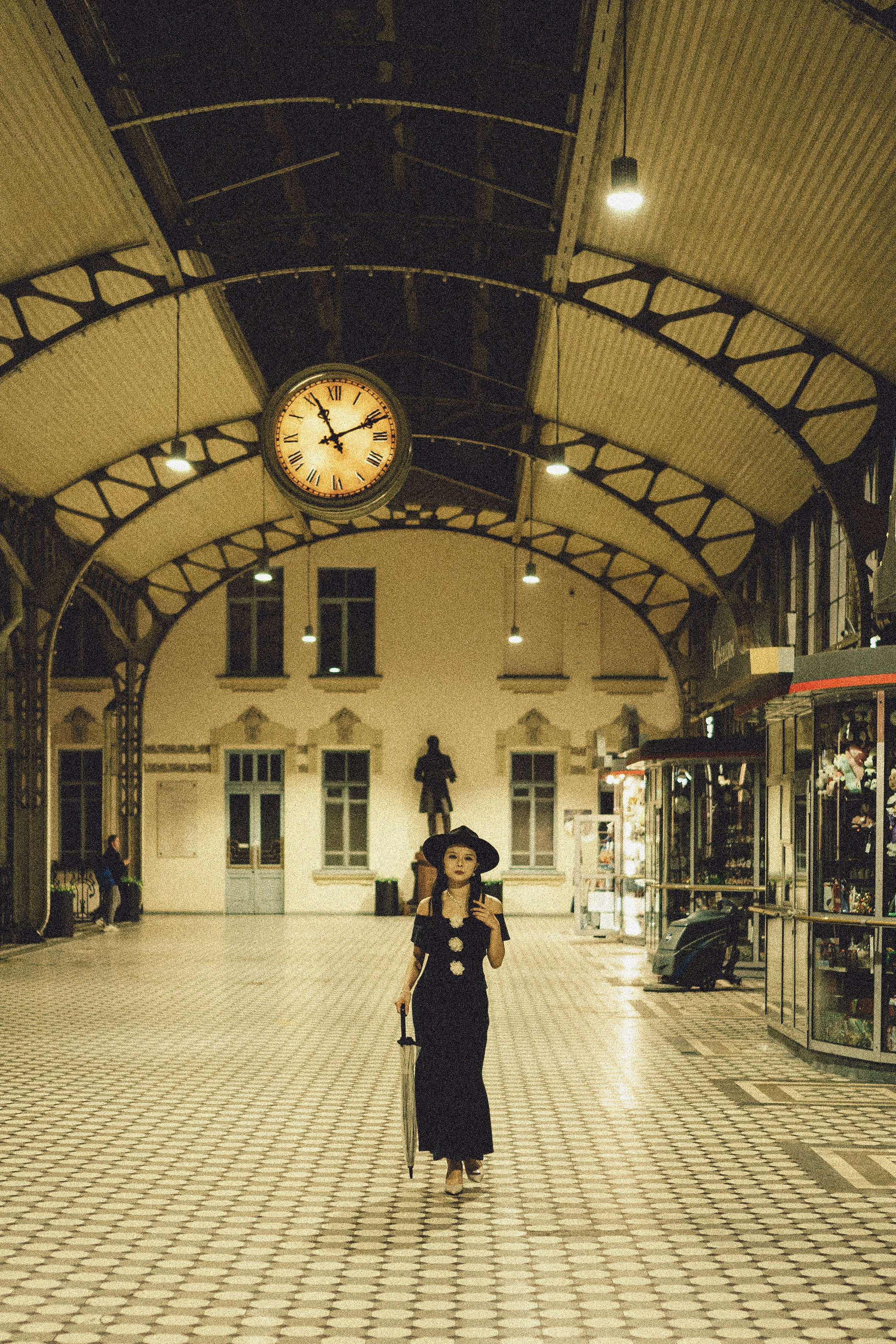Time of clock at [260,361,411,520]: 11:11
